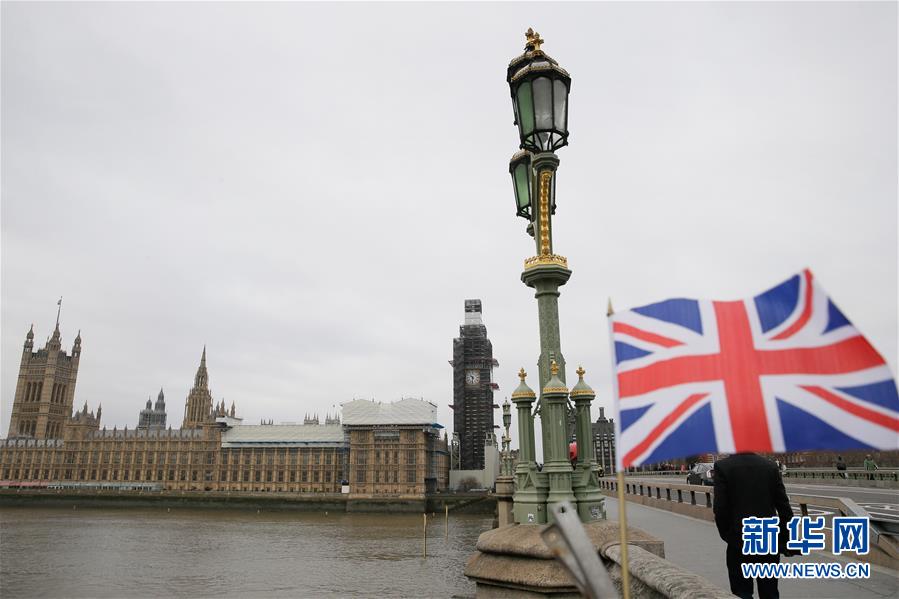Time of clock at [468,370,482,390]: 10:32
